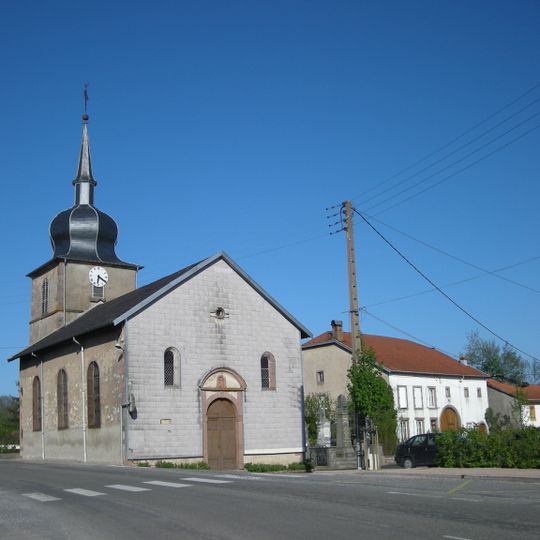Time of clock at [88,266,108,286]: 6:20
